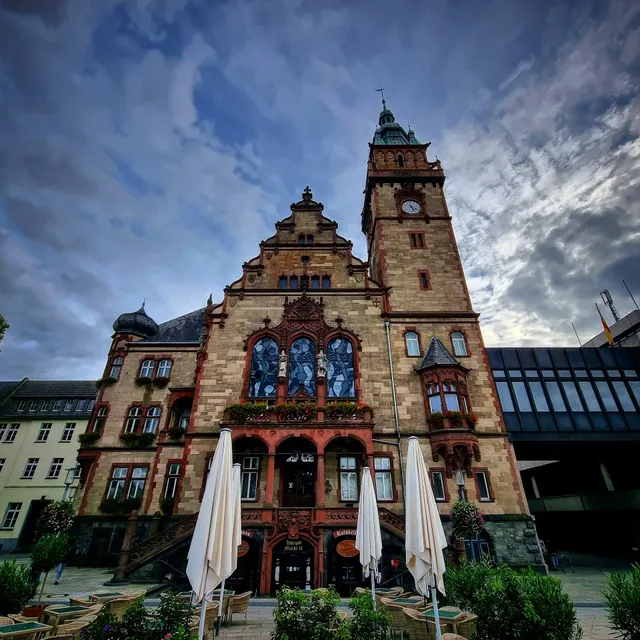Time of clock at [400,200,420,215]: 5:18
